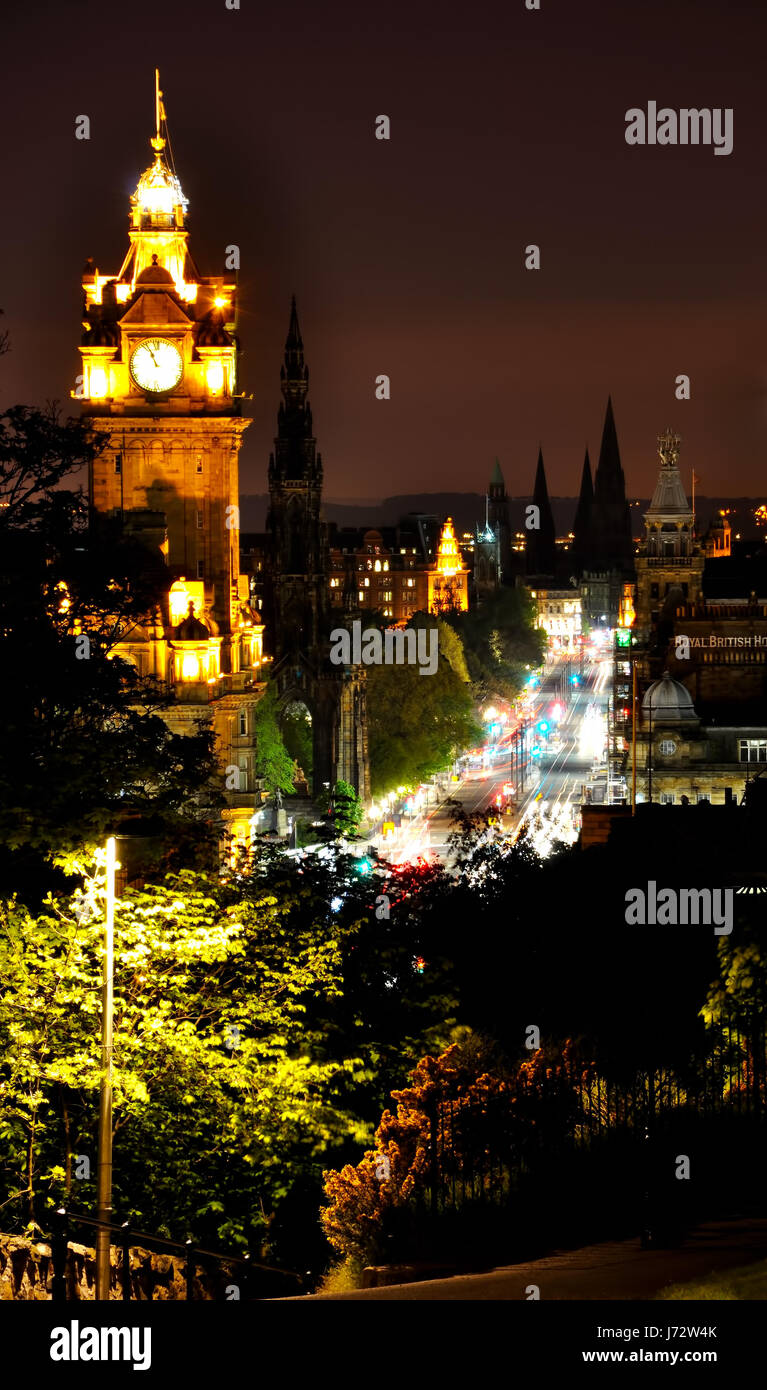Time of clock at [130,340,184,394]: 10:56
